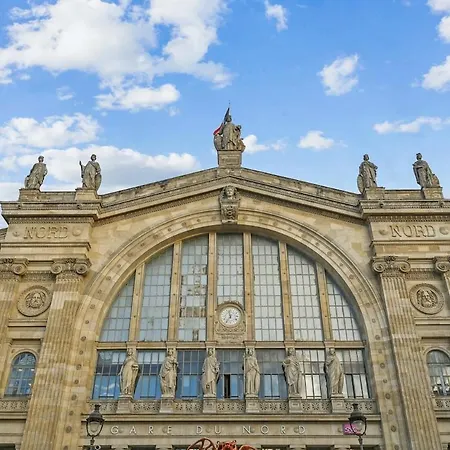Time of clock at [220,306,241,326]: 11:35
